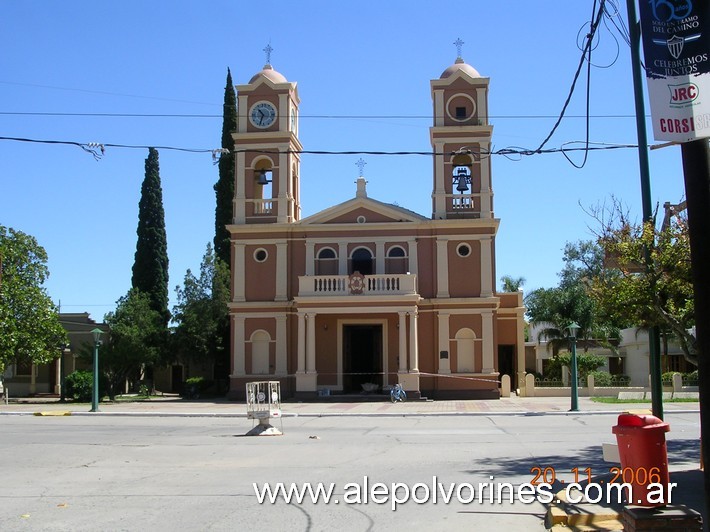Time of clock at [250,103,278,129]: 10:33
